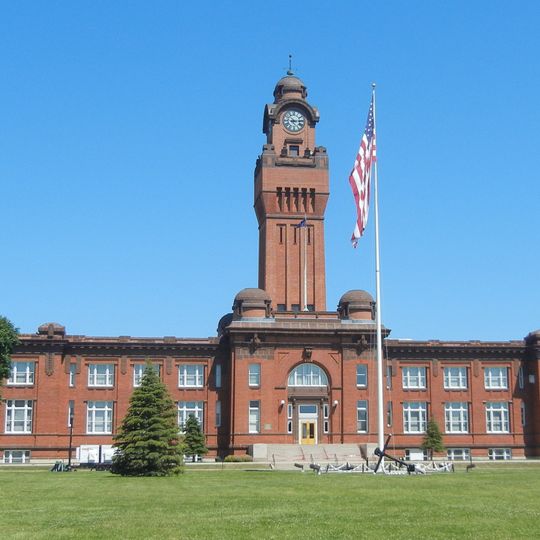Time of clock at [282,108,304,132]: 5:14
